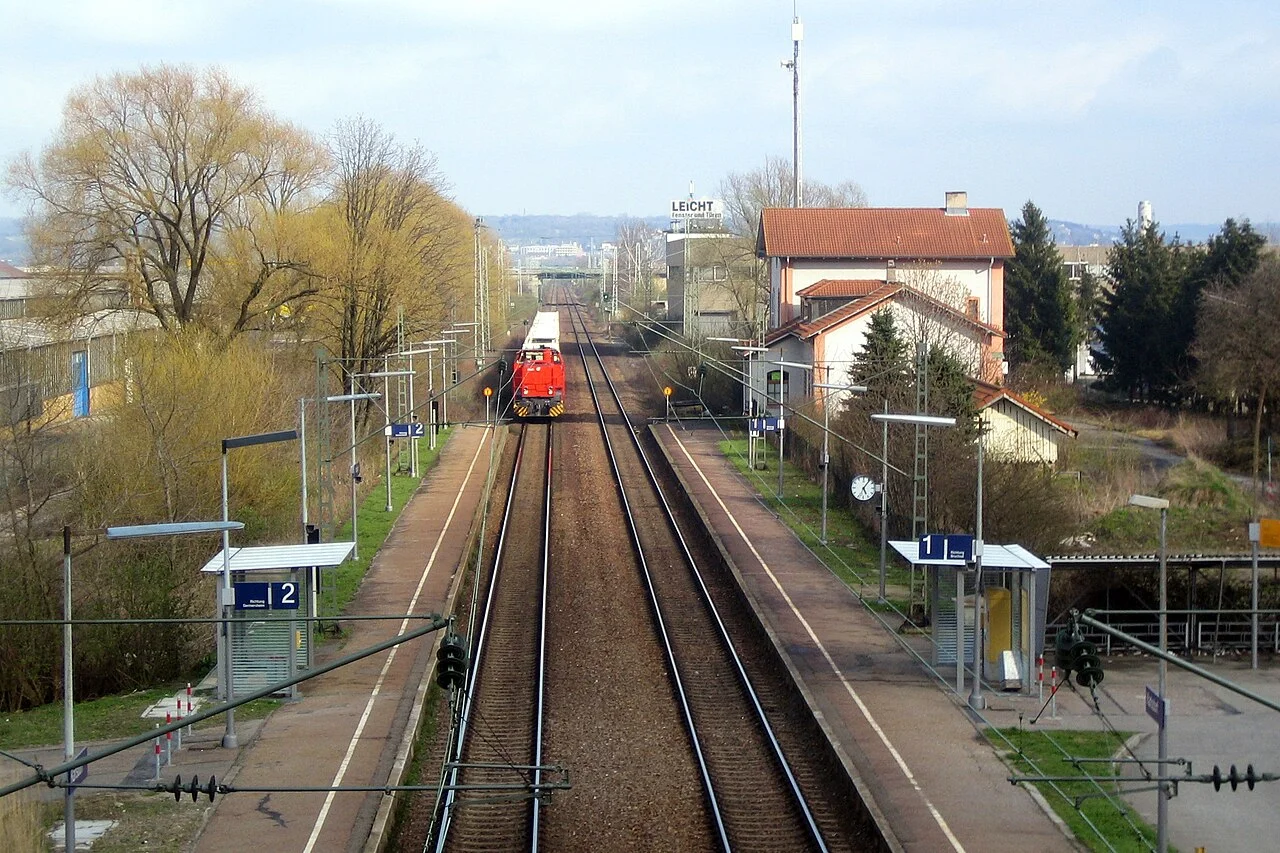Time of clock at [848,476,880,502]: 5:06
